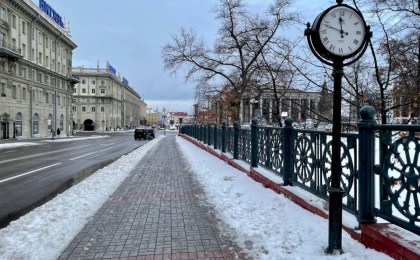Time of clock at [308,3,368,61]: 11:47
